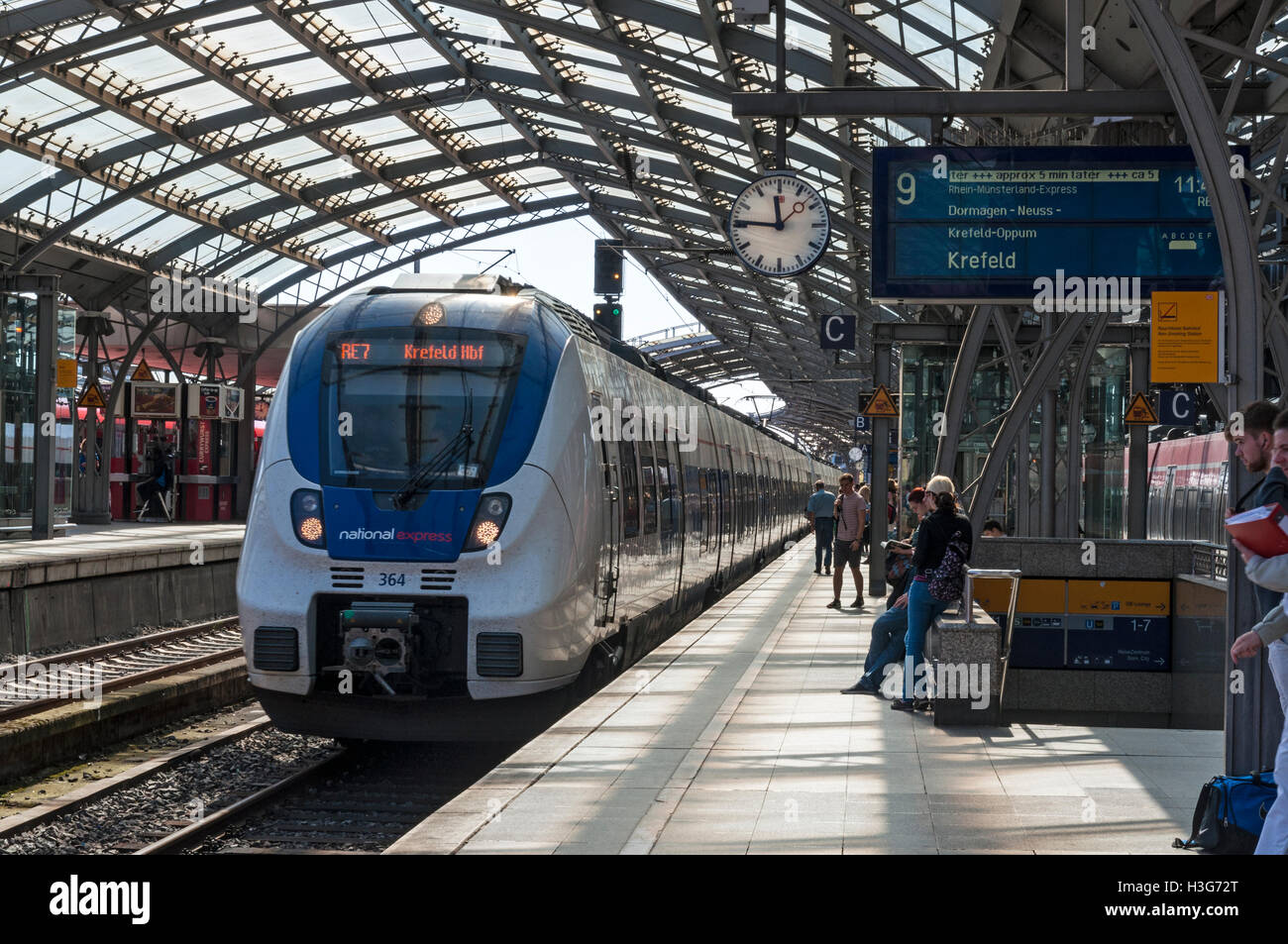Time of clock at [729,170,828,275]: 11:45
